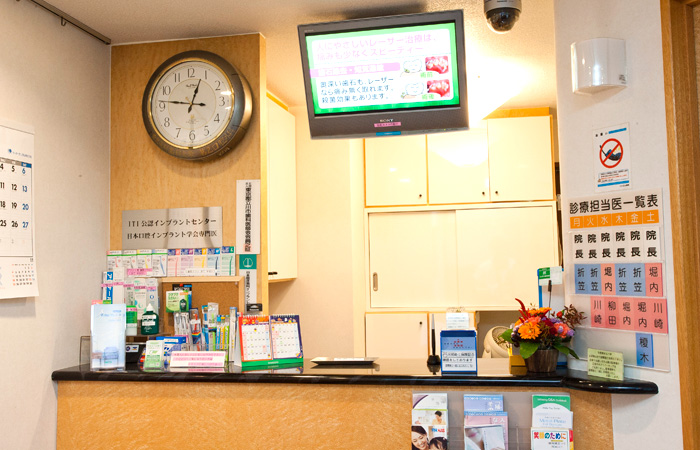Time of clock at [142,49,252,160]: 12:46
